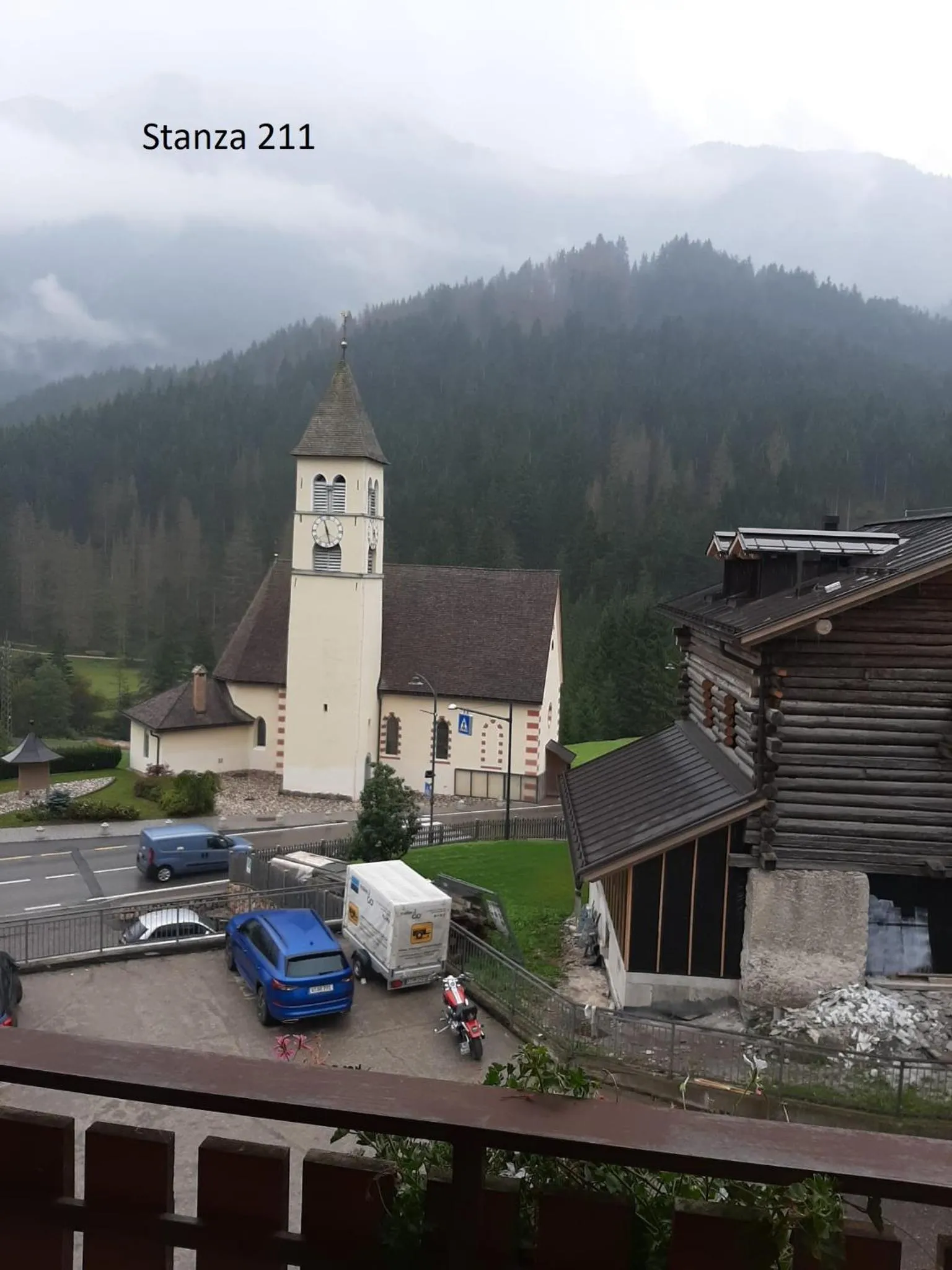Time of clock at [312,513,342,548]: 11:27
